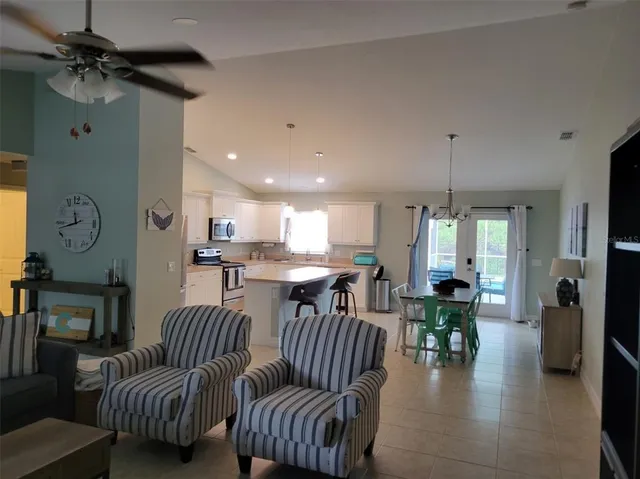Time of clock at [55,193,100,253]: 11:42
